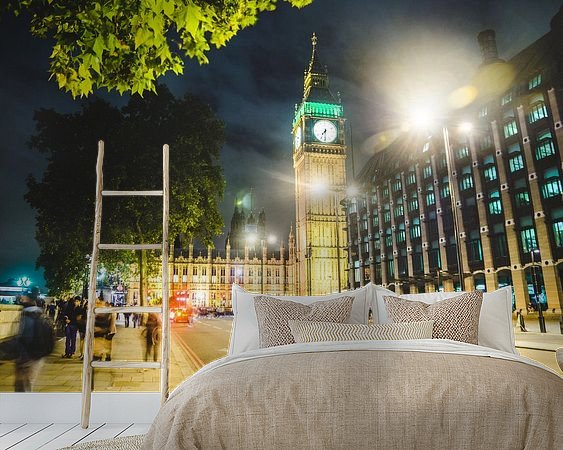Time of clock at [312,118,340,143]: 7:30
